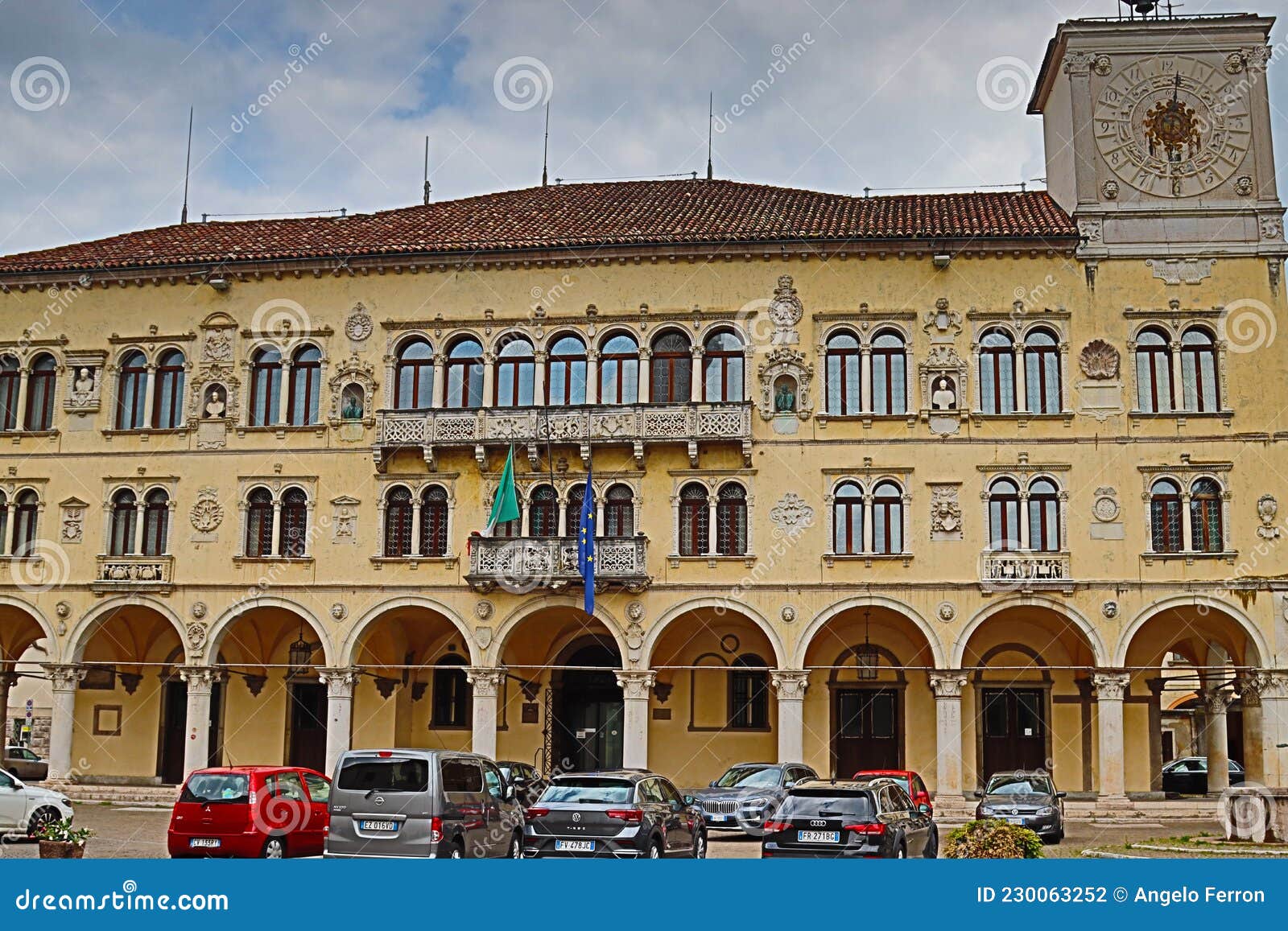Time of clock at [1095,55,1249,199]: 6:01
